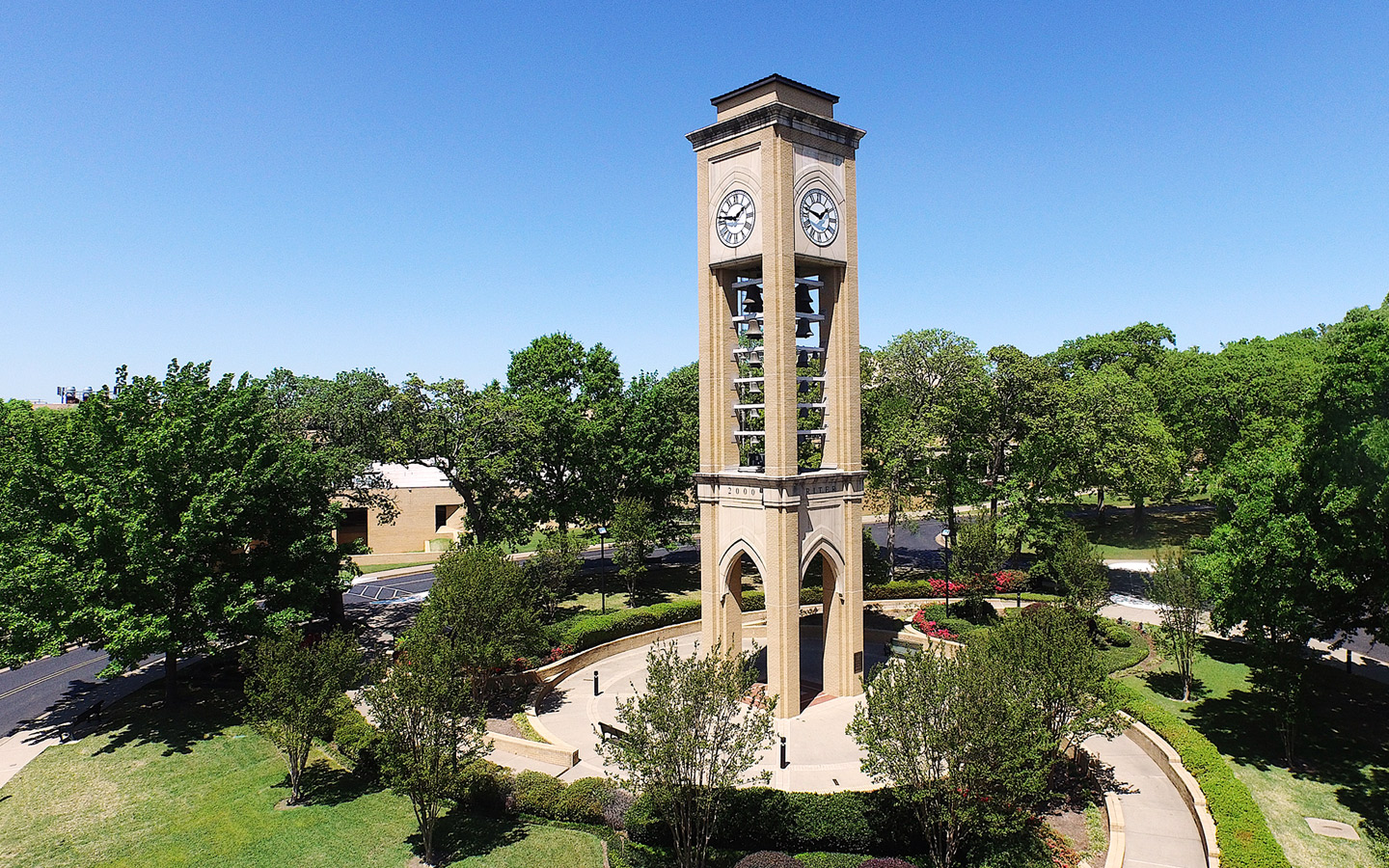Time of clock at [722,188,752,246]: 1:46
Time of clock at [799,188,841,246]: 1:47
